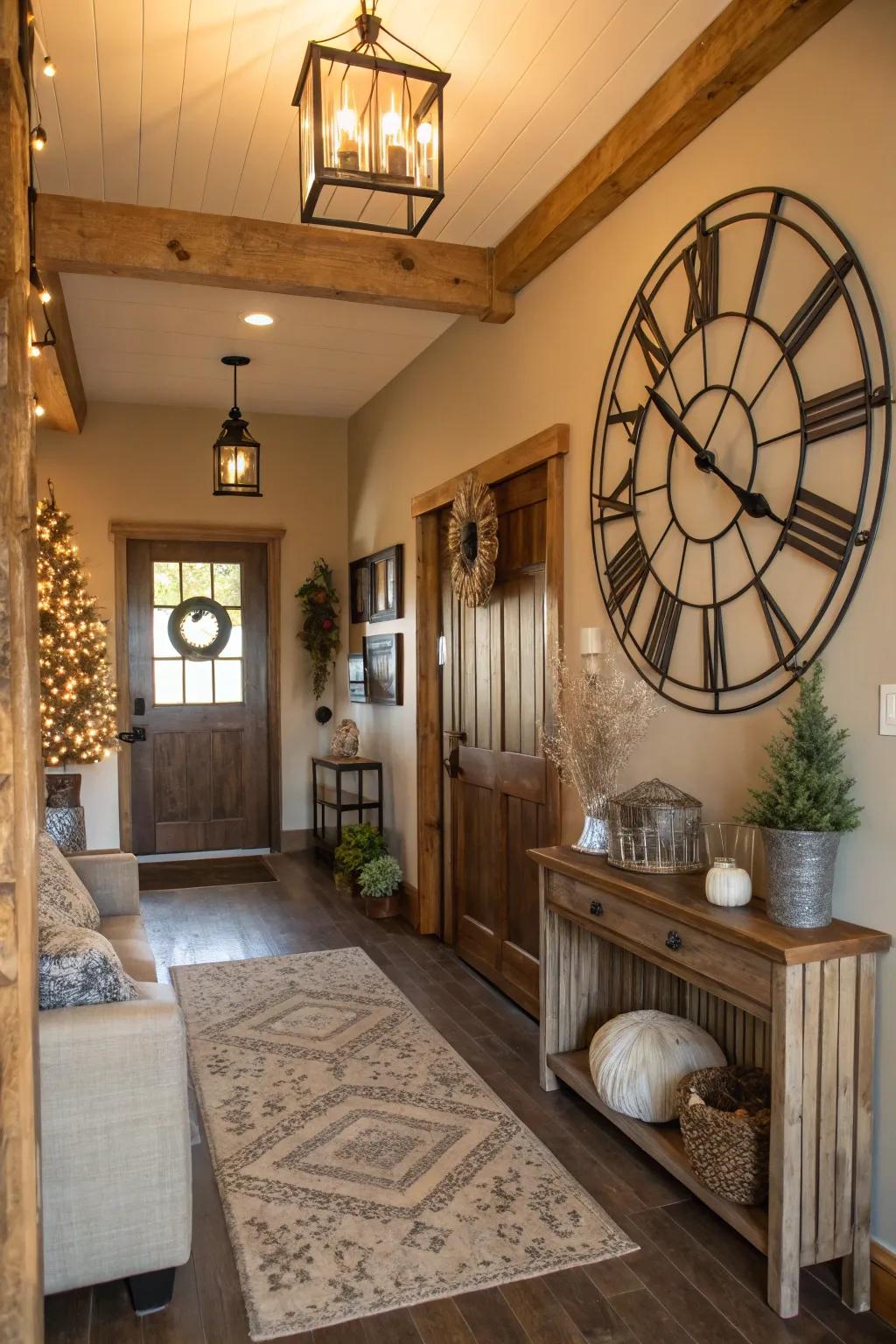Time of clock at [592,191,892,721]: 10:20
